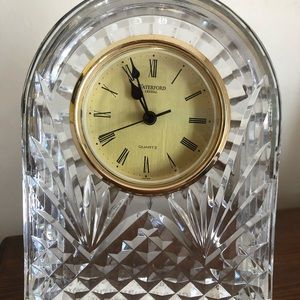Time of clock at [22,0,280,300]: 10:56
